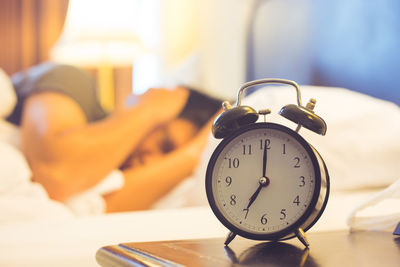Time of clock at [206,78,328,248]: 7:00
